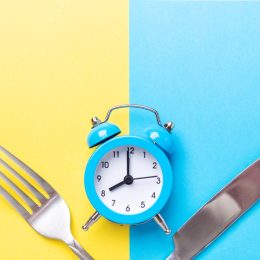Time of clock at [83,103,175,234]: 7:59
